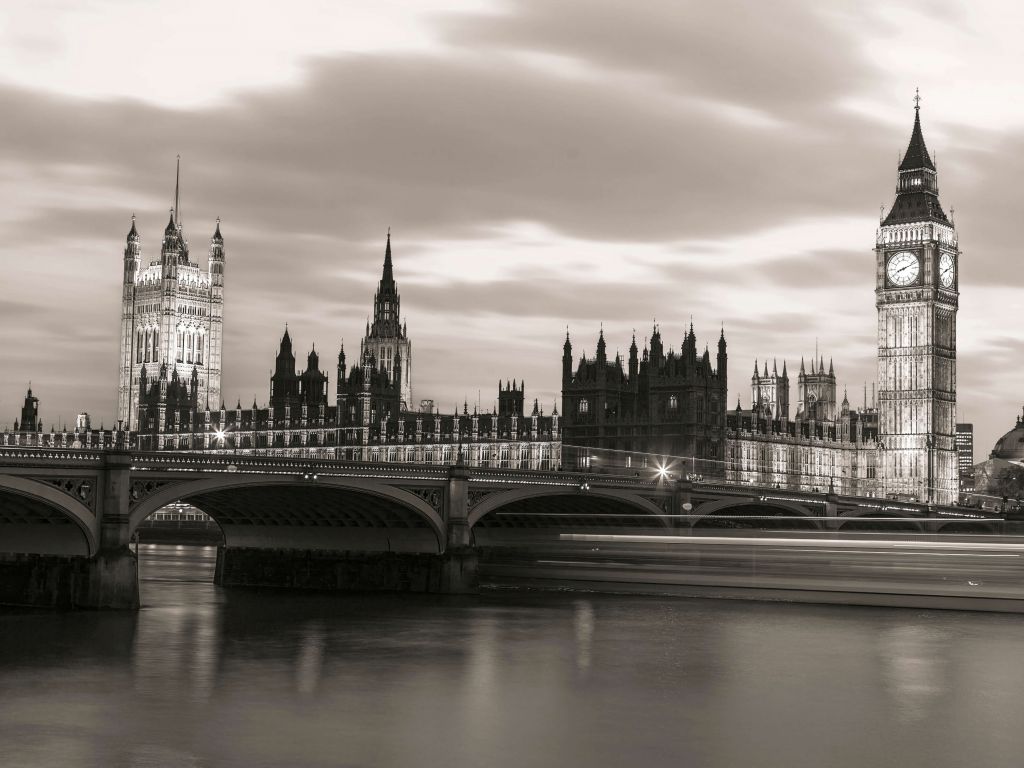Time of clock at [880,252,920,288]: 8:11
